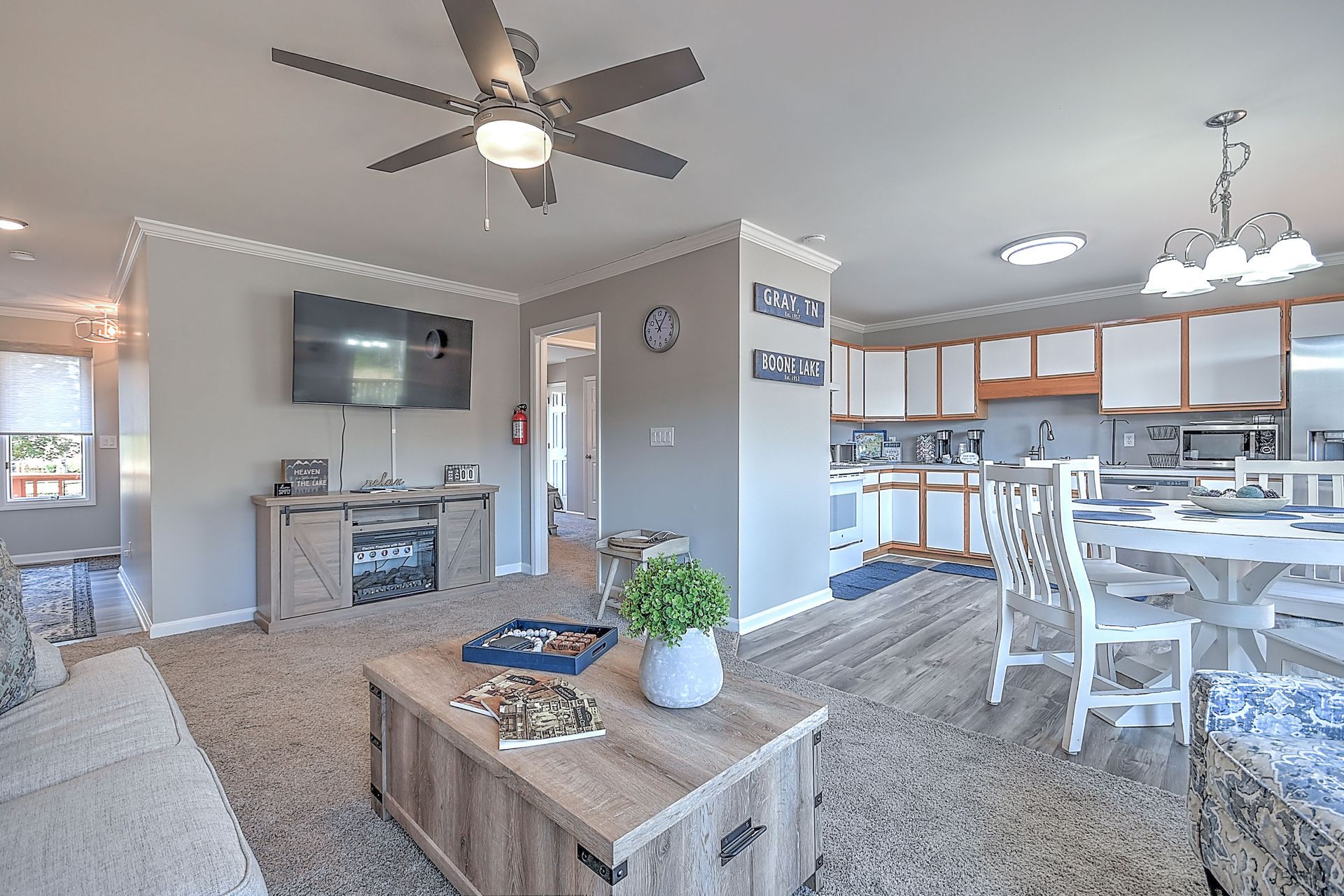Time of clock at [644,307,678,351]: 11:05
